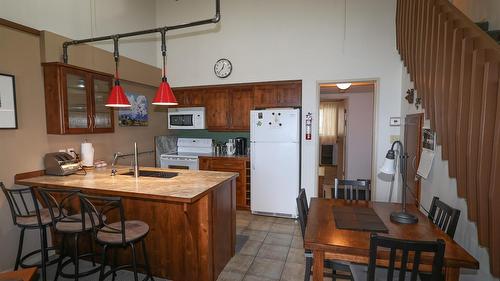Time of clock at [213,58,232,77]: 12:37
